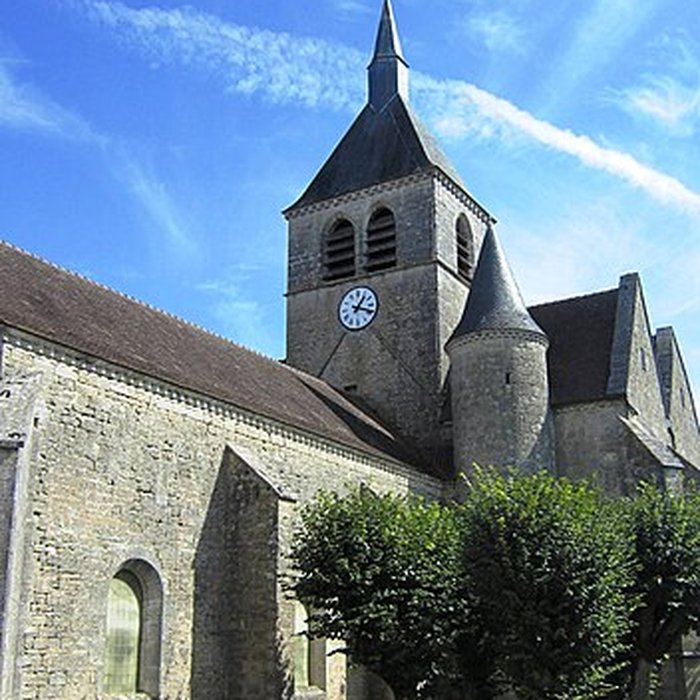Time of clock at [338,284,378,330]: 1:18
